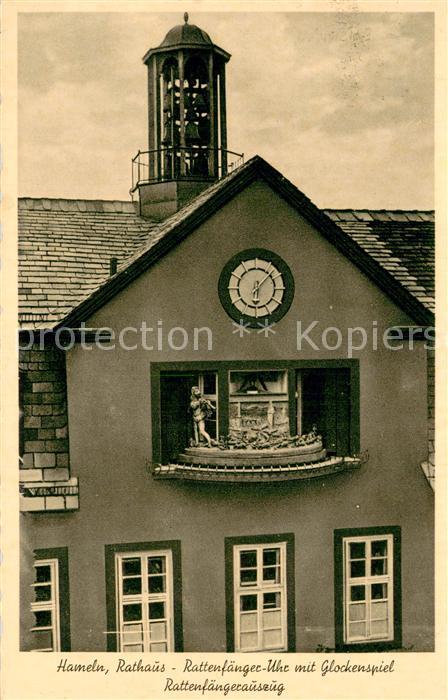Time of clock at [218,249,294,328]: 6:07
